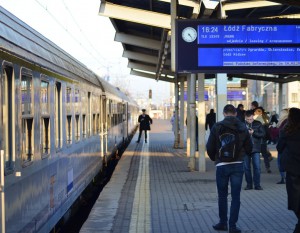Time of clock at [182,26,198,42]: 4:23
